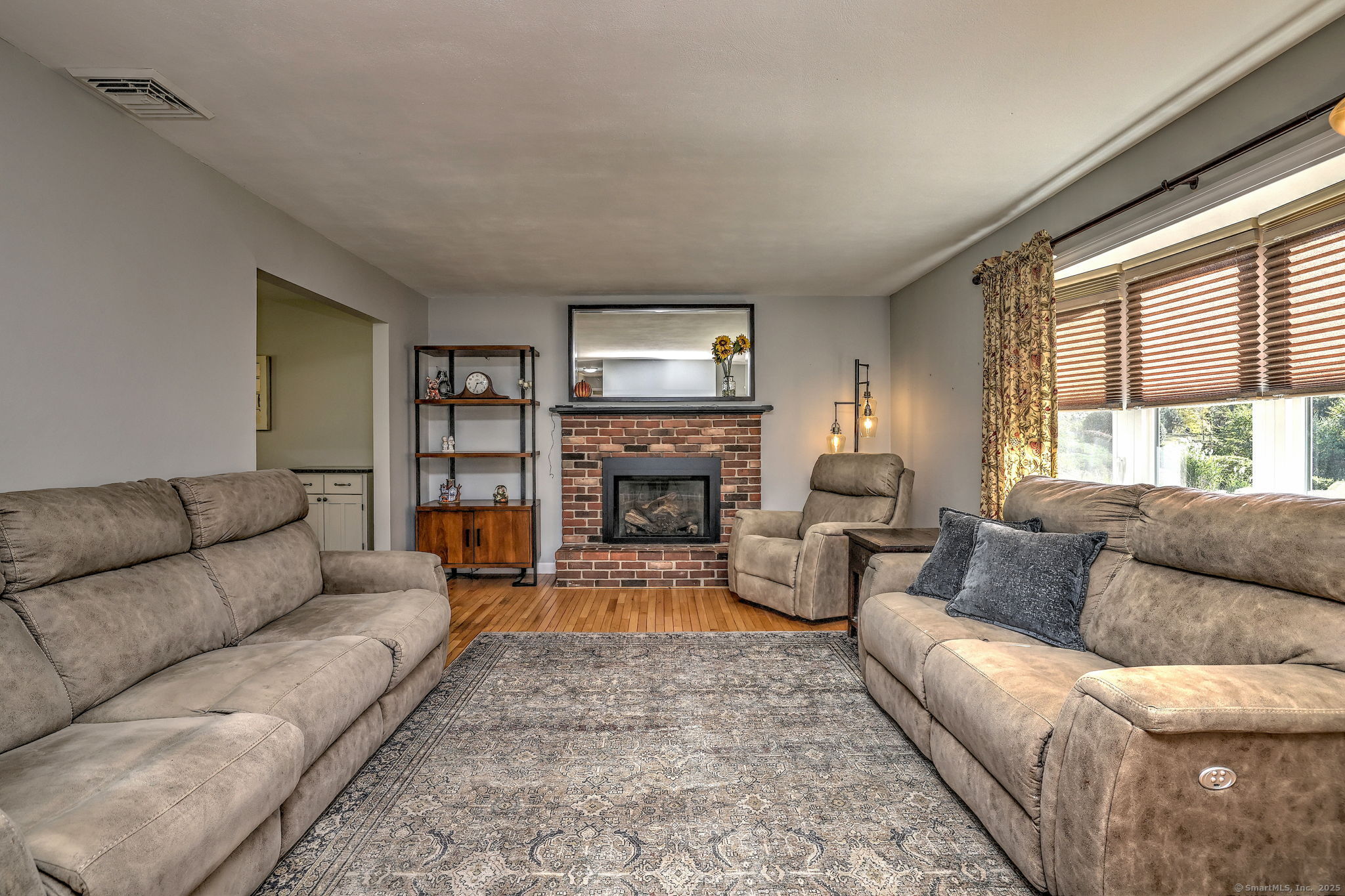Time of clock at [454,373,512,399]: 2:33
